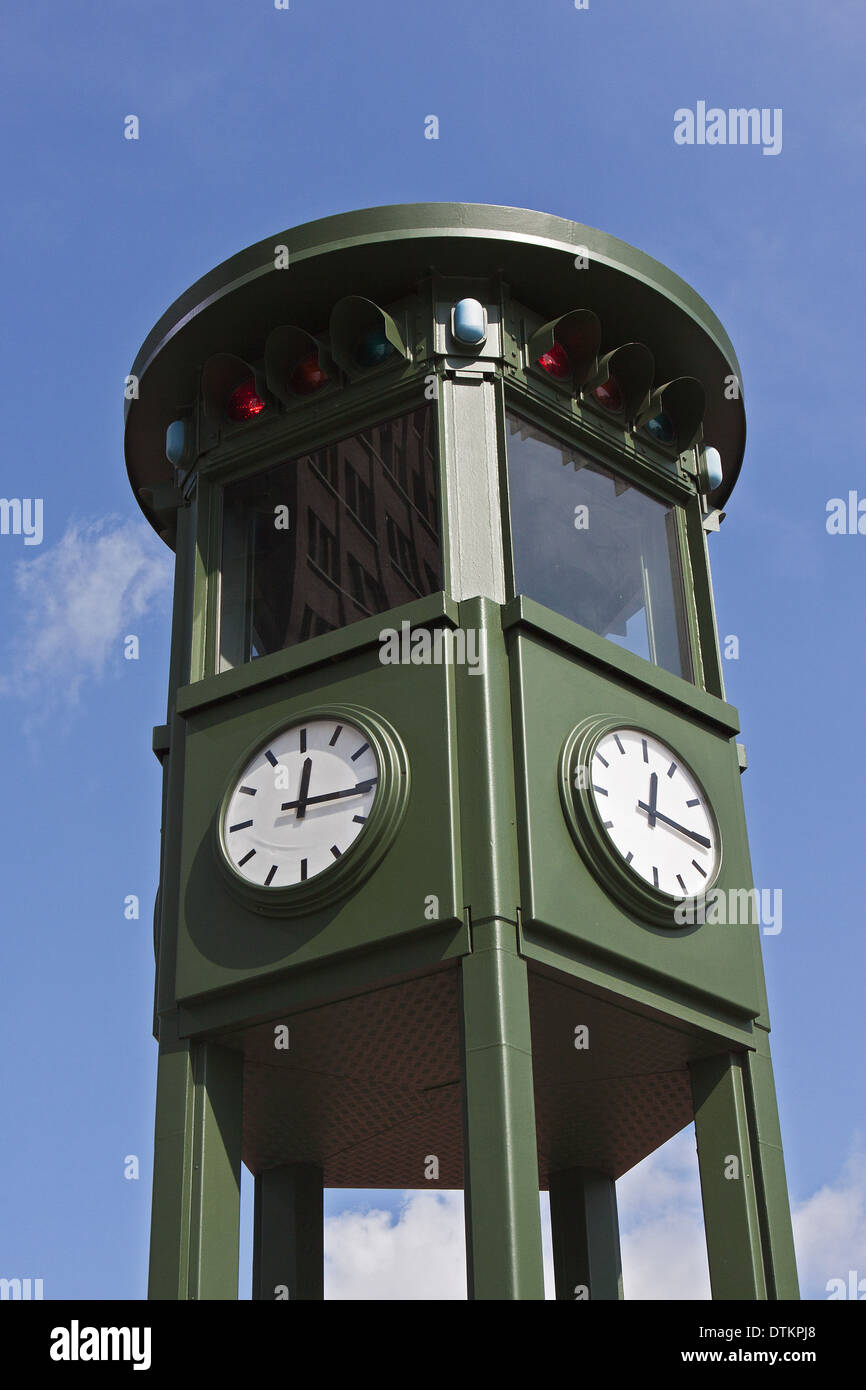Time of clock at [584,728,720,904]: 12:15
